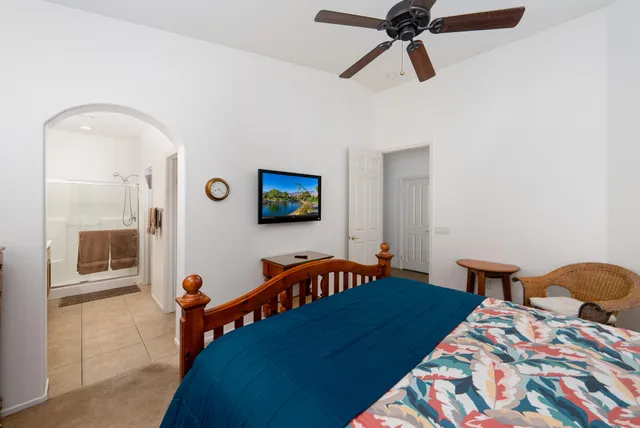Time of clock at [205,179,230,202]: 8:21
